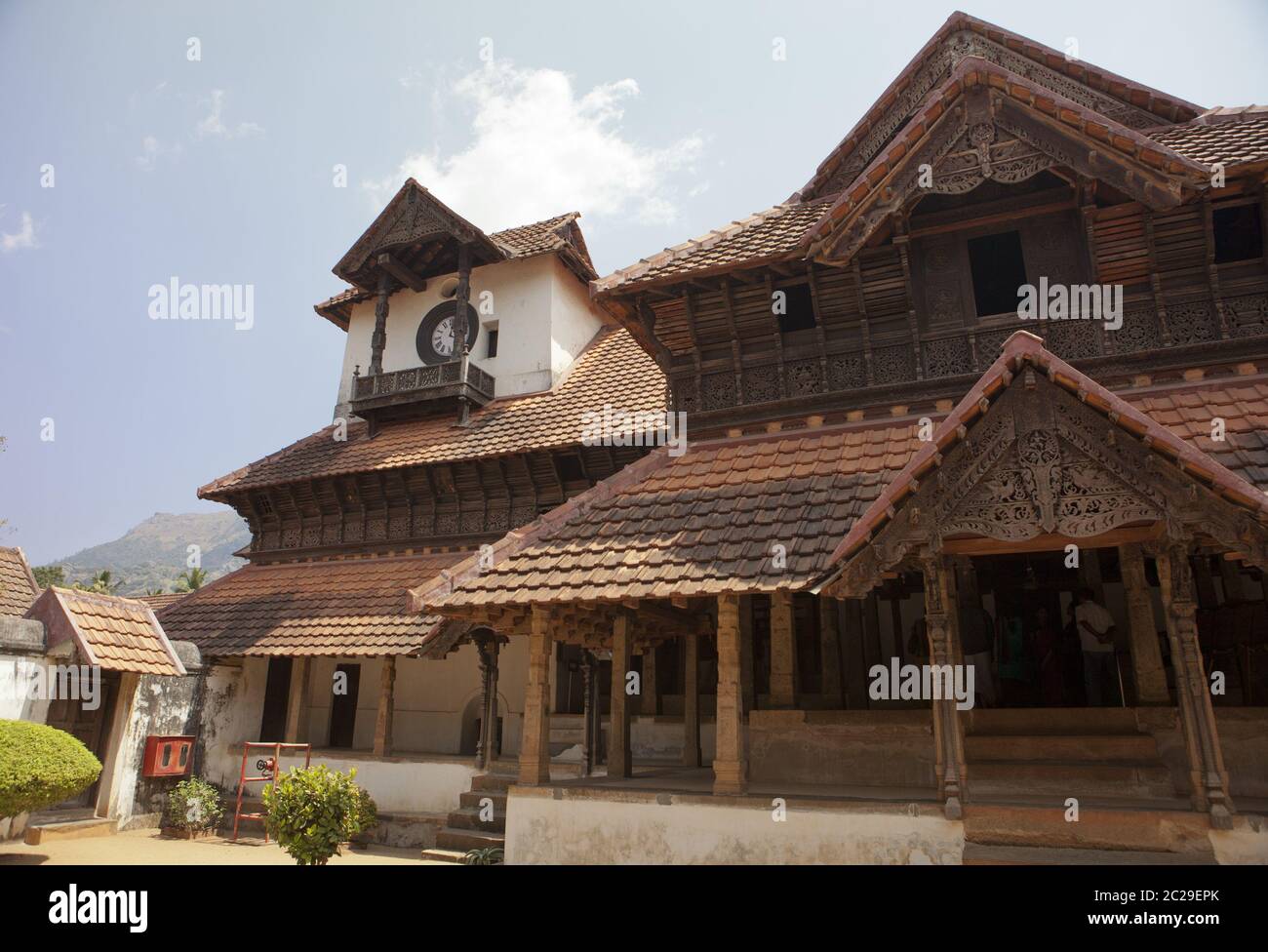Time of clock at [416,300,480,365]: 12:28
